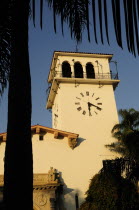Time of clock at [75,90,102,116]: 6:18
